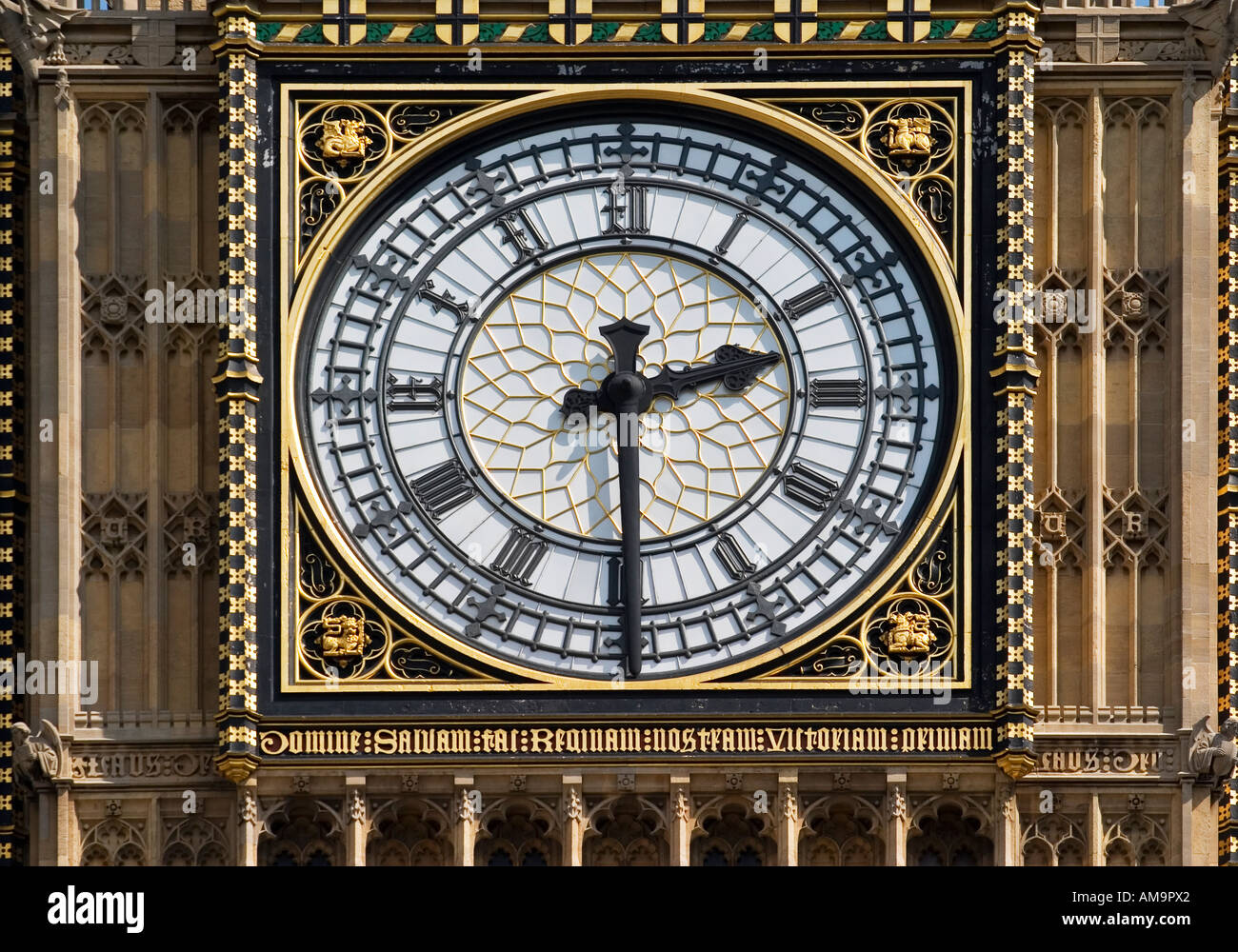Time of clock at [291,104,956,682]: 2:29
